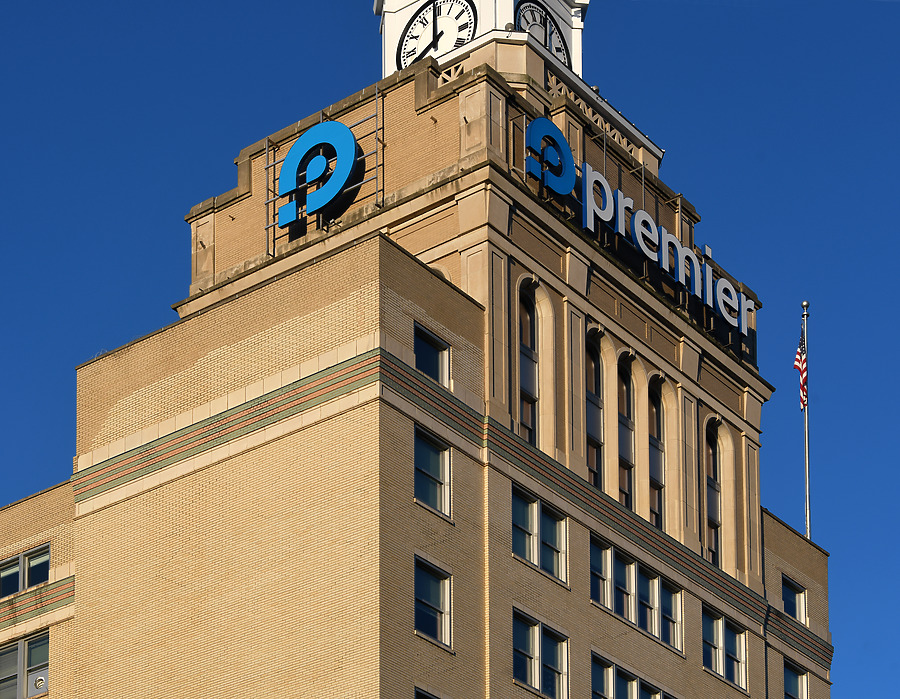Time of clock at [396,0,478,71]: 7:59
